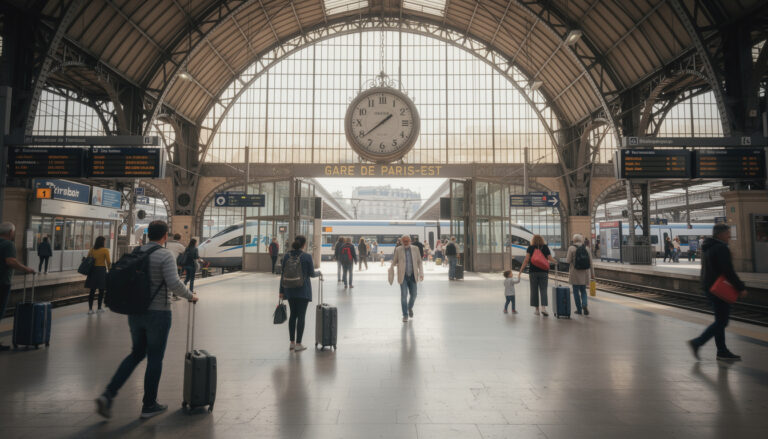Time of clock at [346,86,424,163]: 1:38
